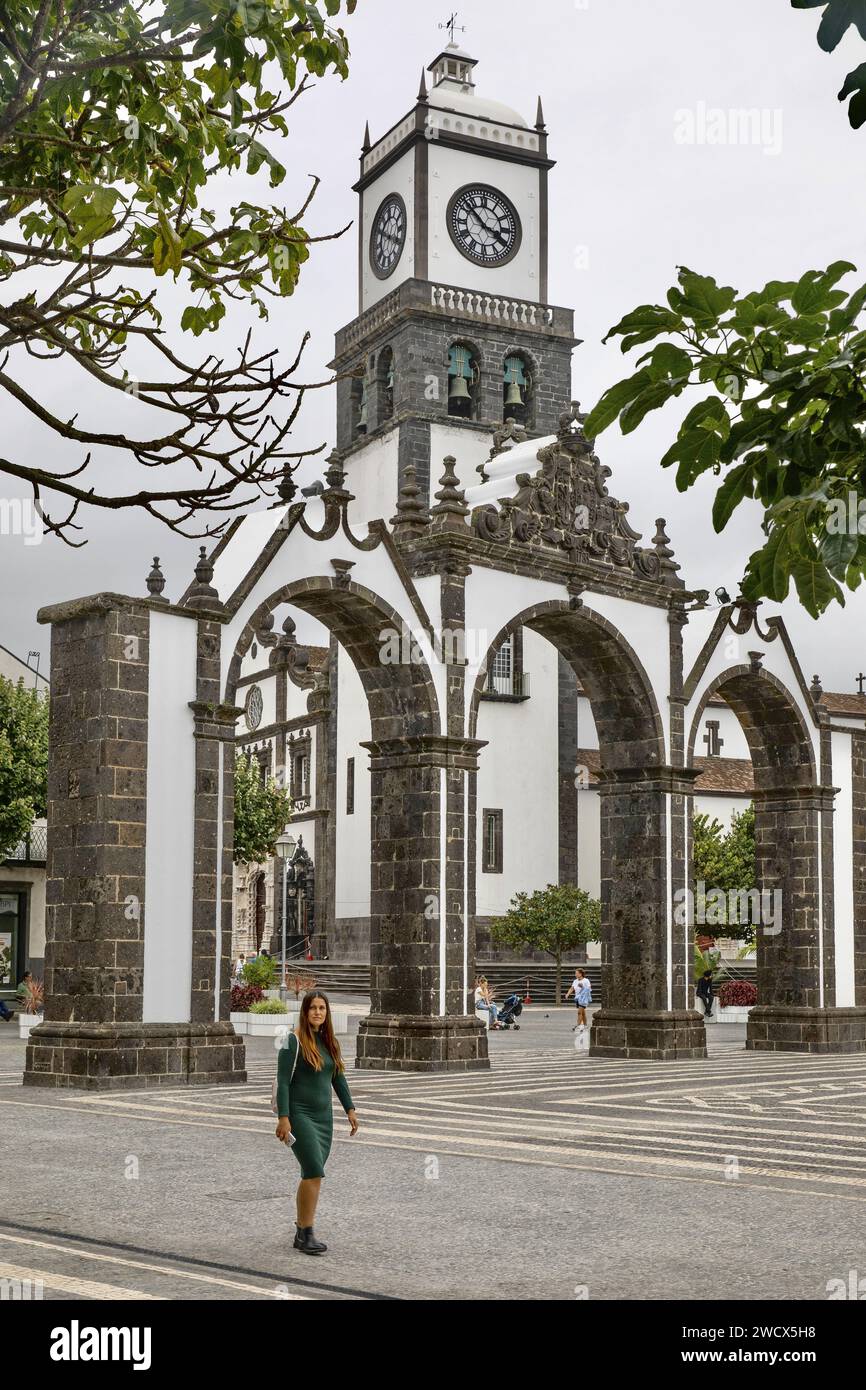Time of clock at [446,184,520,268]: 3:52
